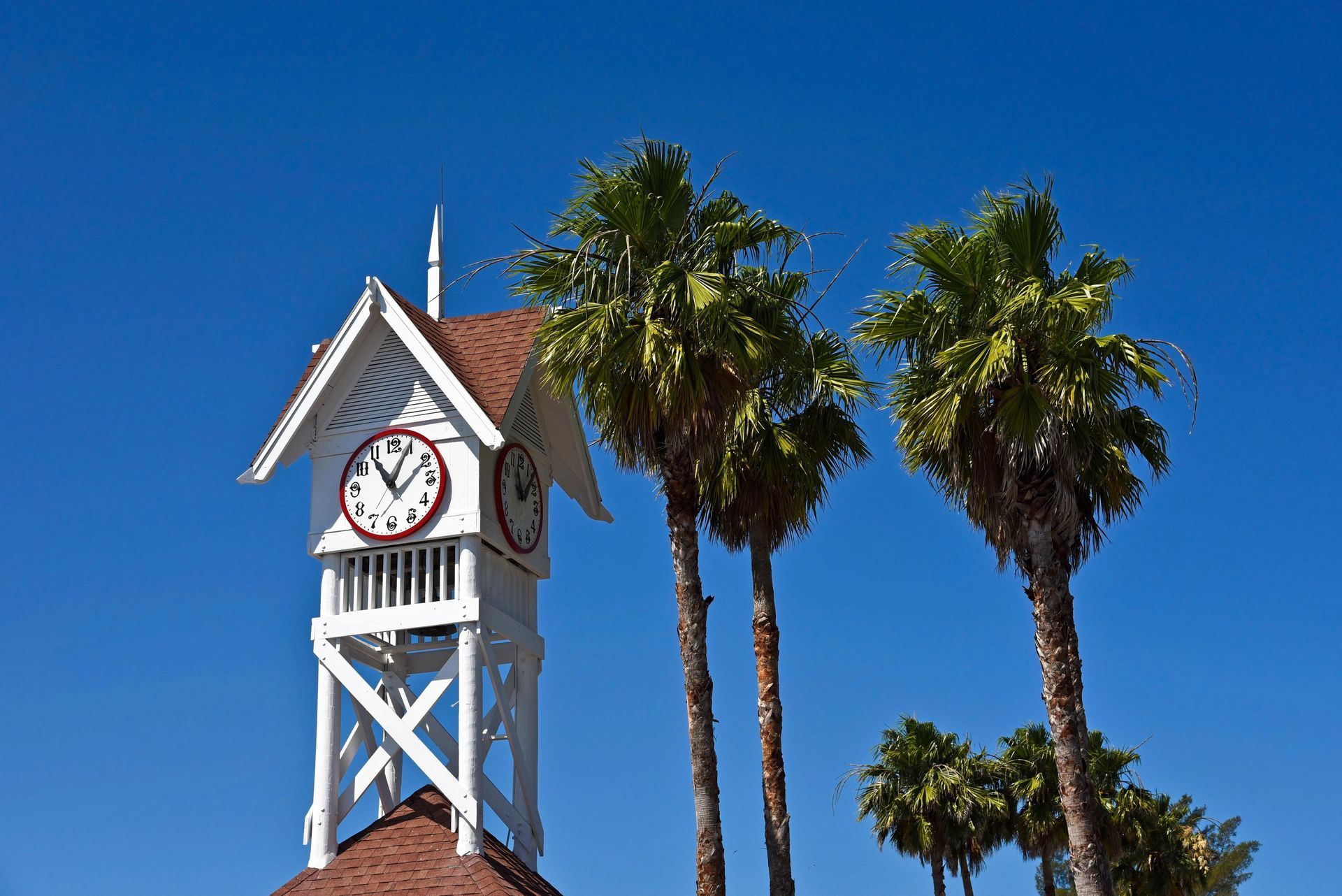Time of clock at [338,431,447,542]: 11:04
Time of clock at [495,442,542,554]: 12:07
